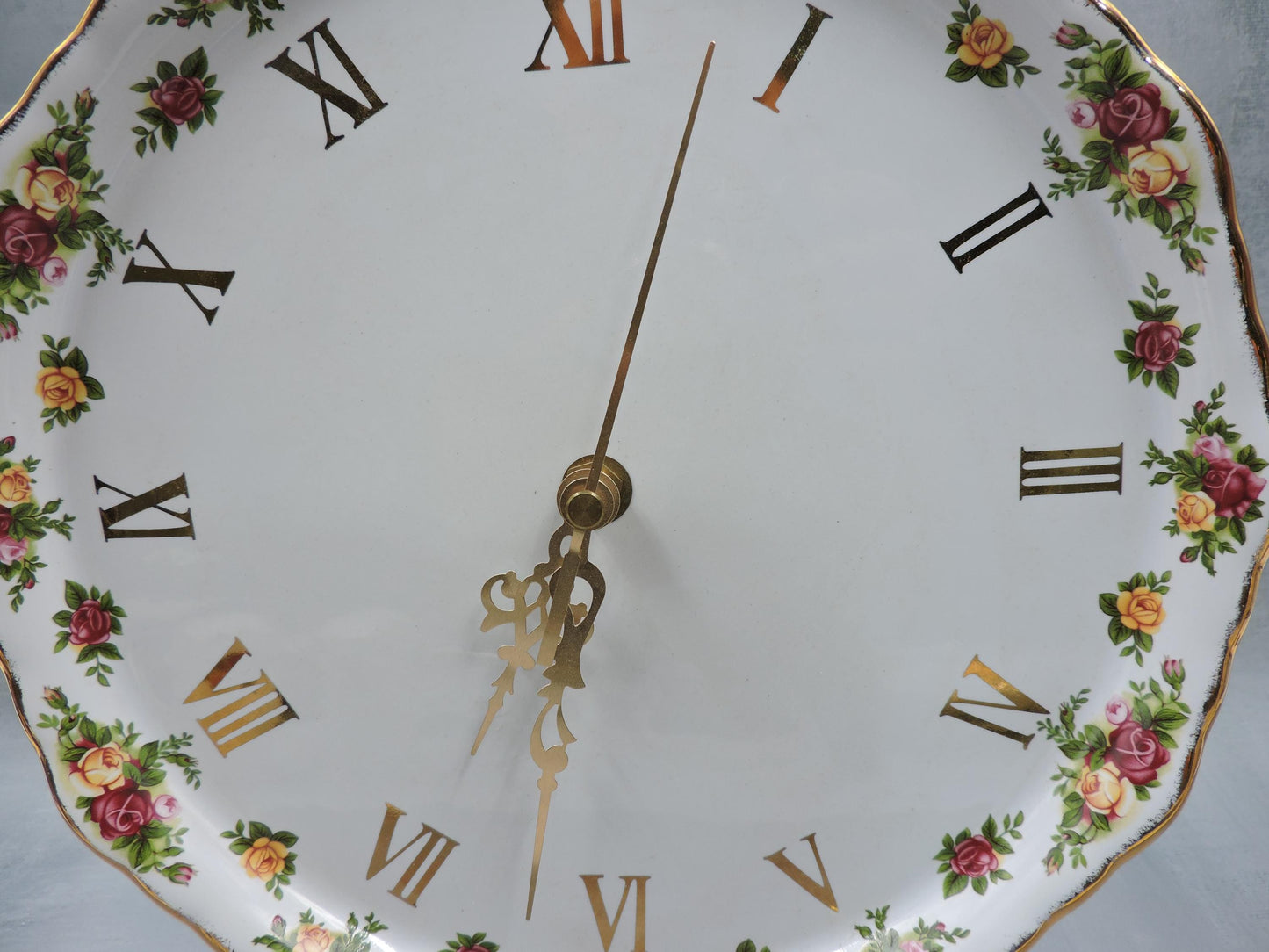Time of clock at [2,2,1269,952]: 6:03
